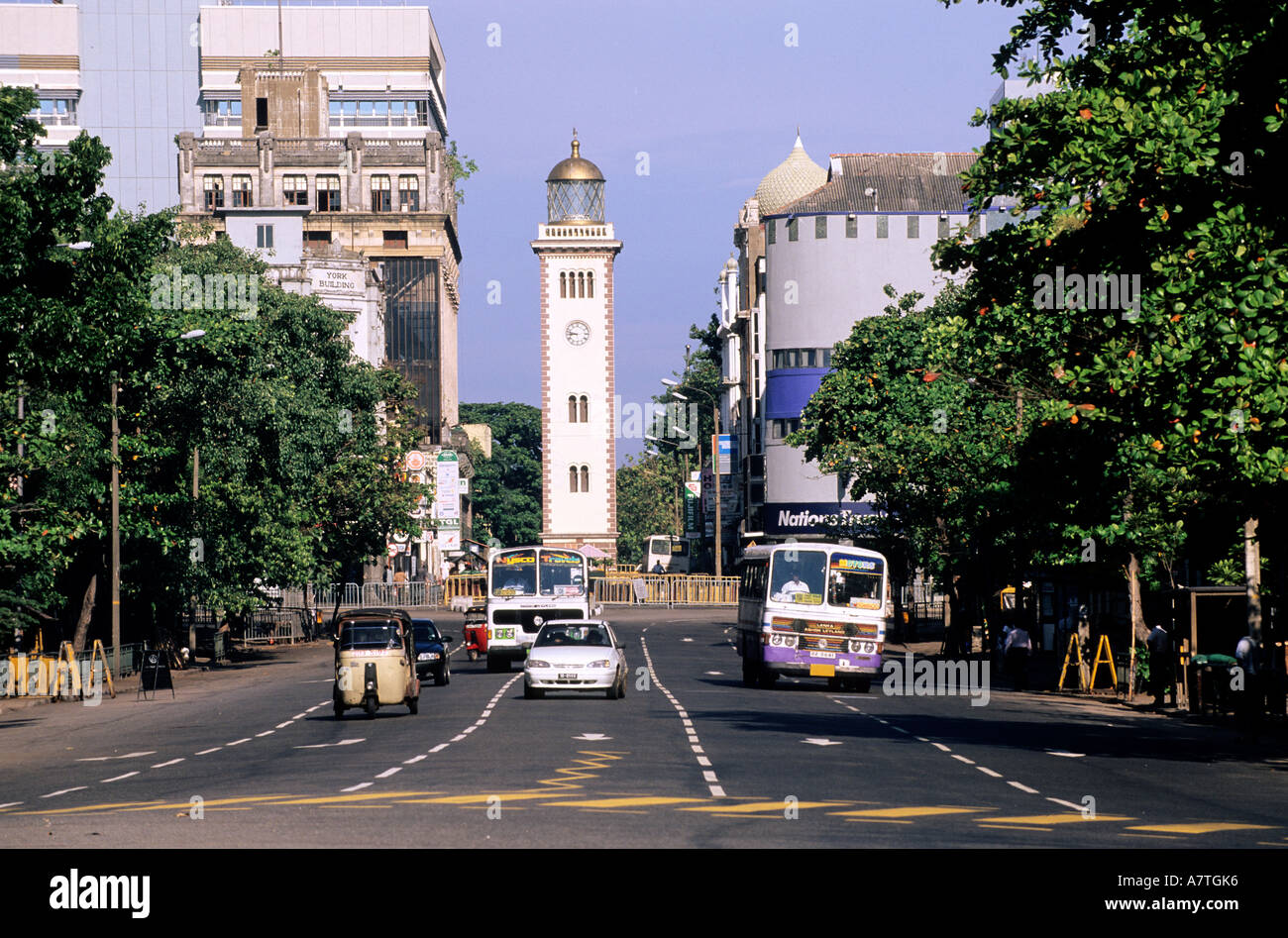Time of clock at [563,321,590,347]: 8:47
